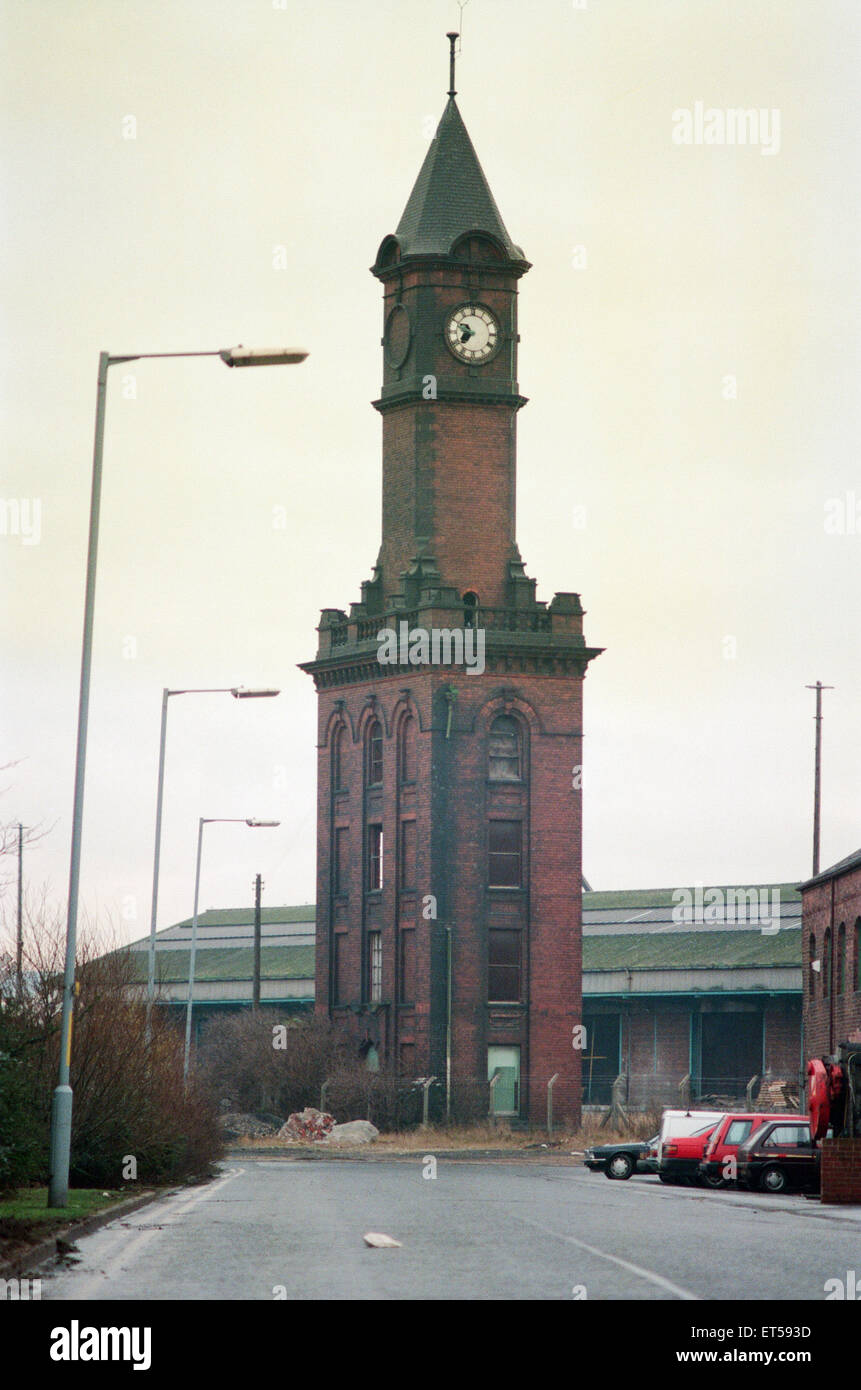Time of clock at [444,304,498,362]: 7:49
